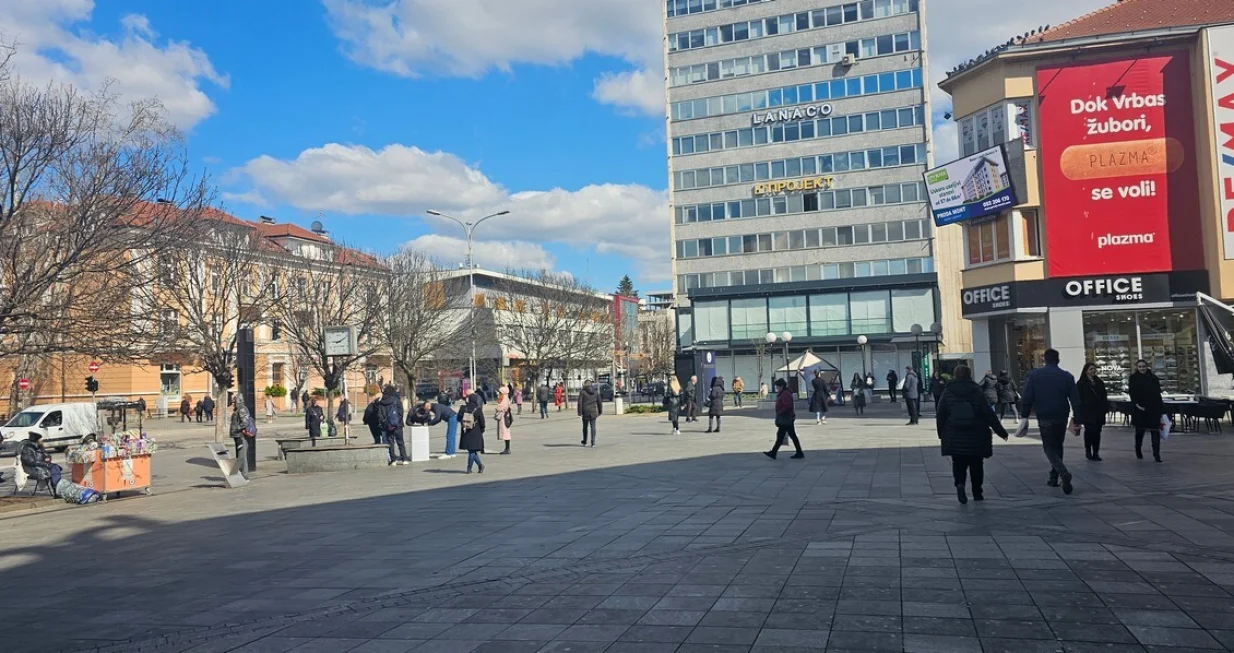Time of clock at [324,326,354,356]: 9:10
